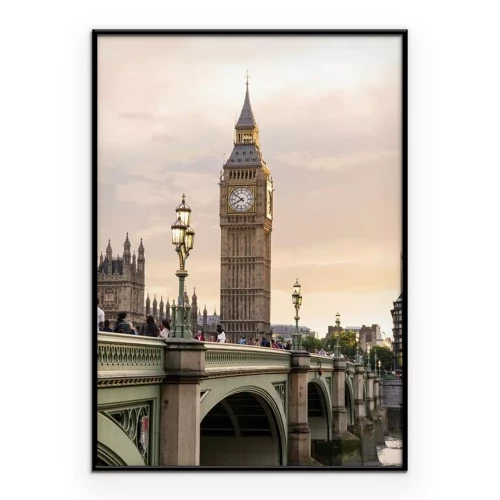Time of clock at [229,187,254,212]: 7:51
